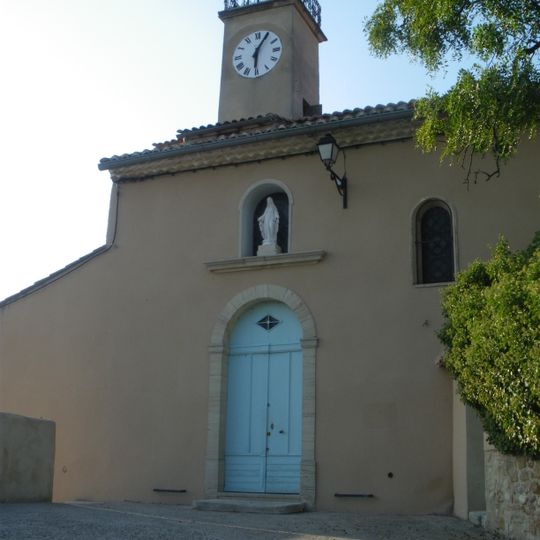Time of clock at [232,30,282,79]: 6:04
